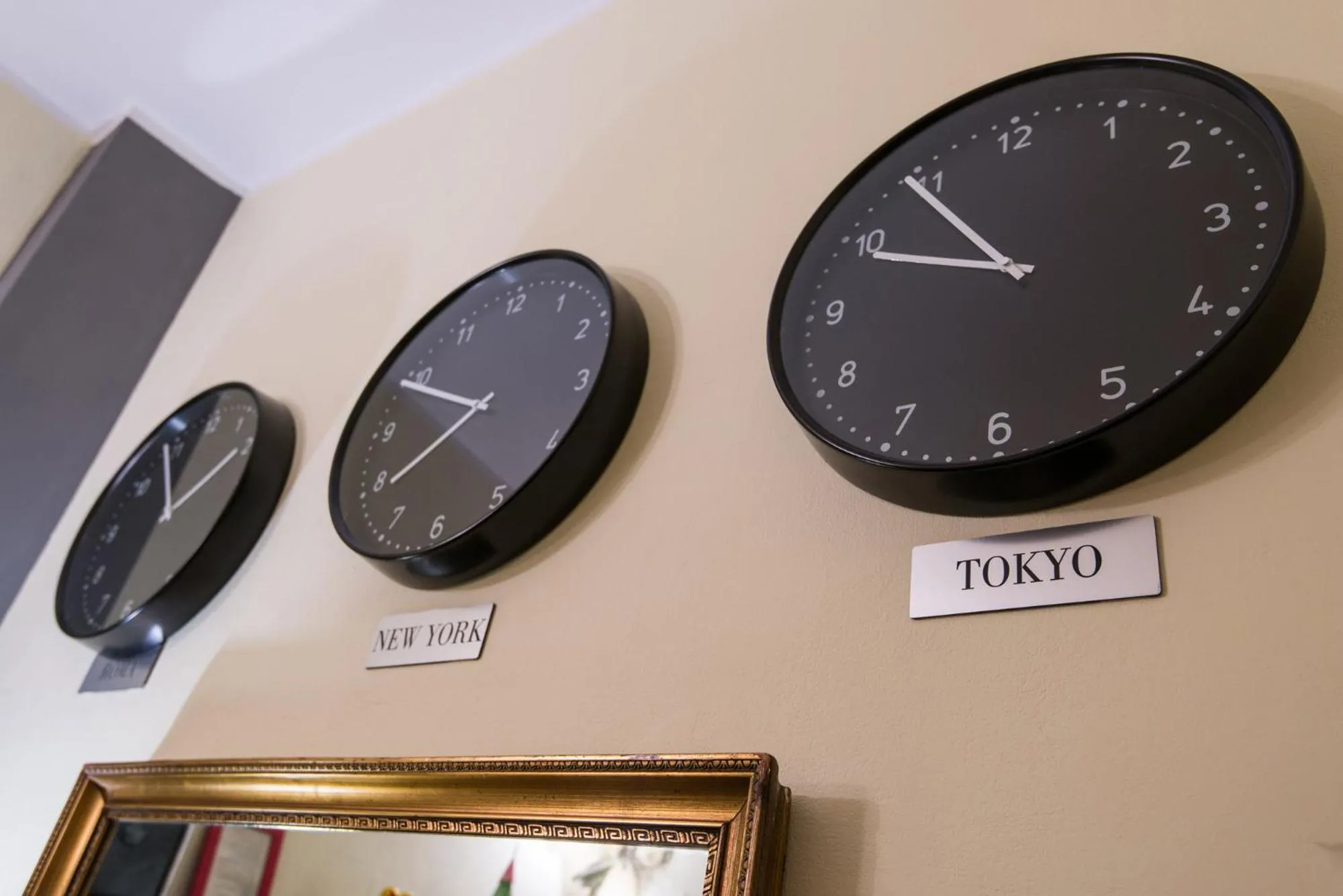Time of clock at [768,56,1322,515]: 9:54
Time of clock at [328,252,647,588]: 7:49
